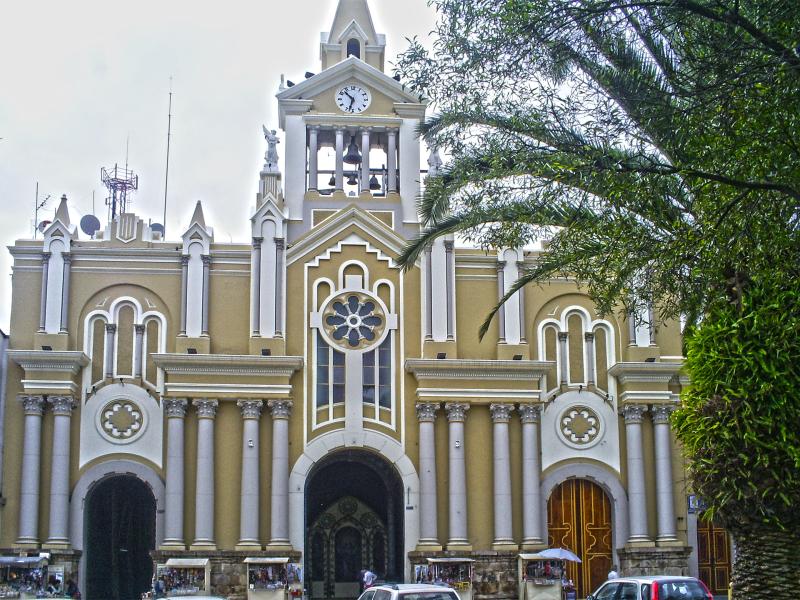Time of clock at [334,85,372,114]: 10:32
